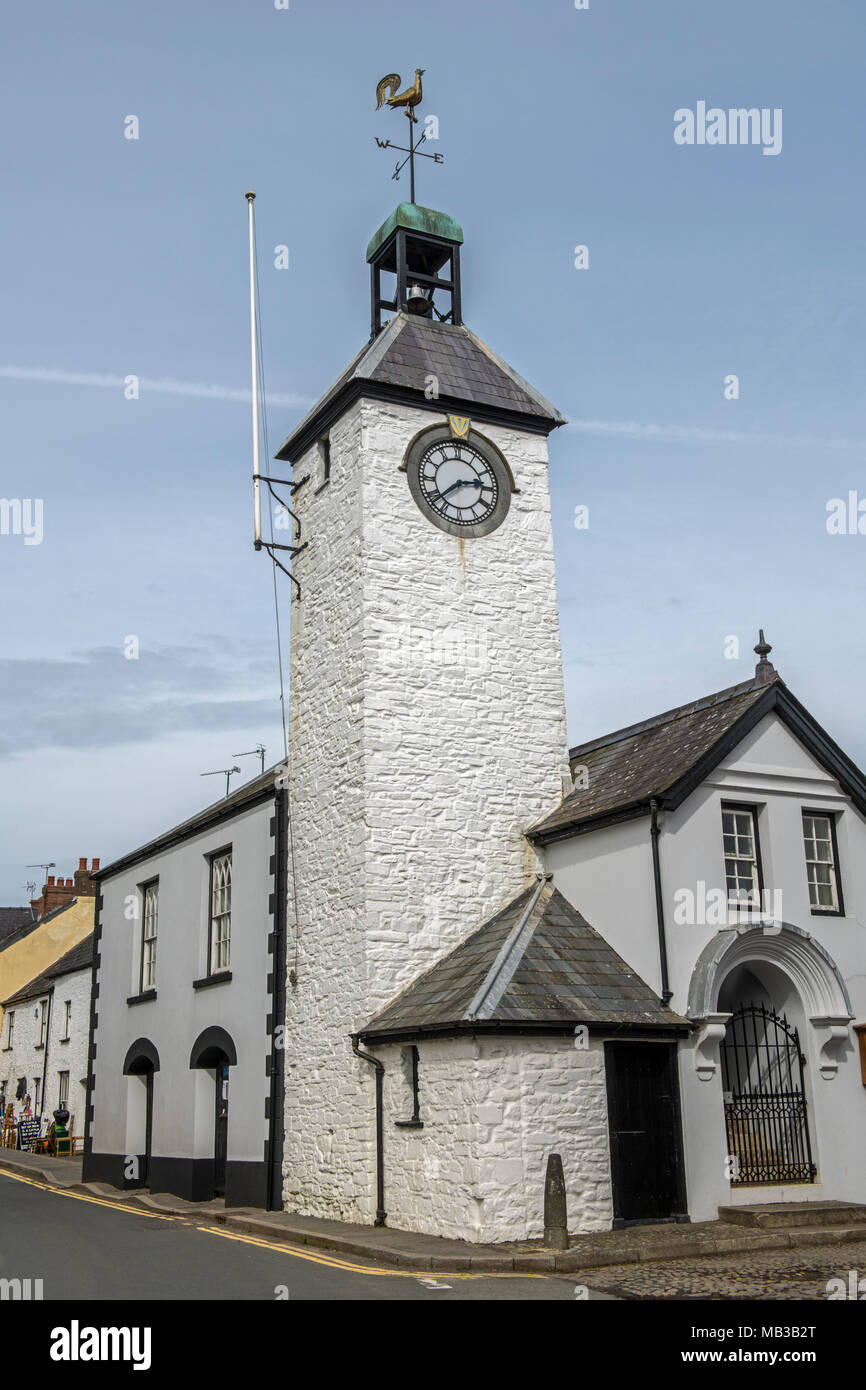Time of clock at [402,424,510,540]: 2:38
